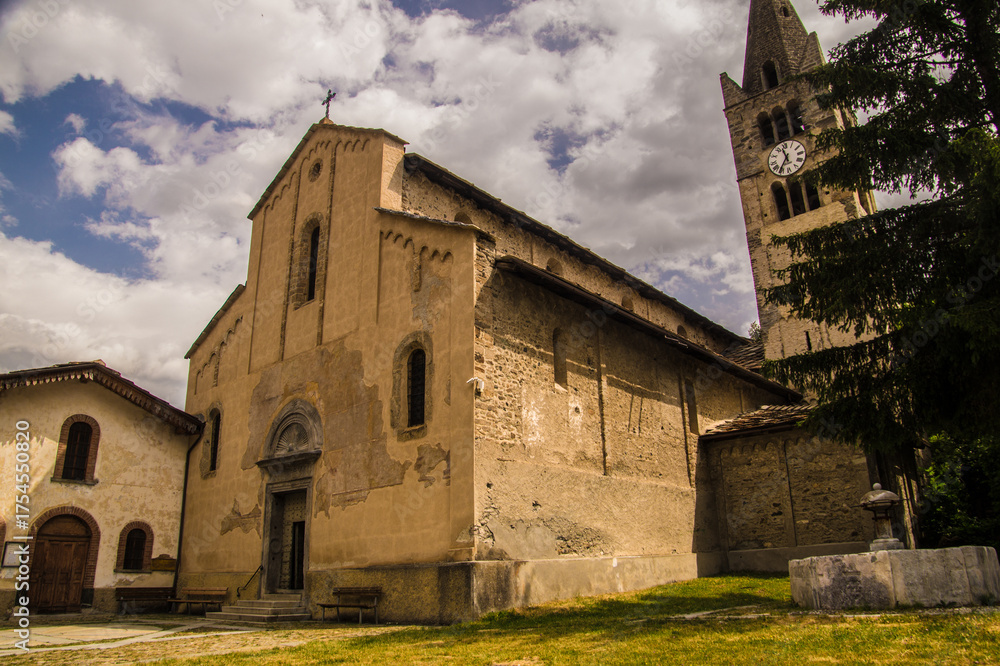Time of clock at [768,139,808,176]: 11:35
